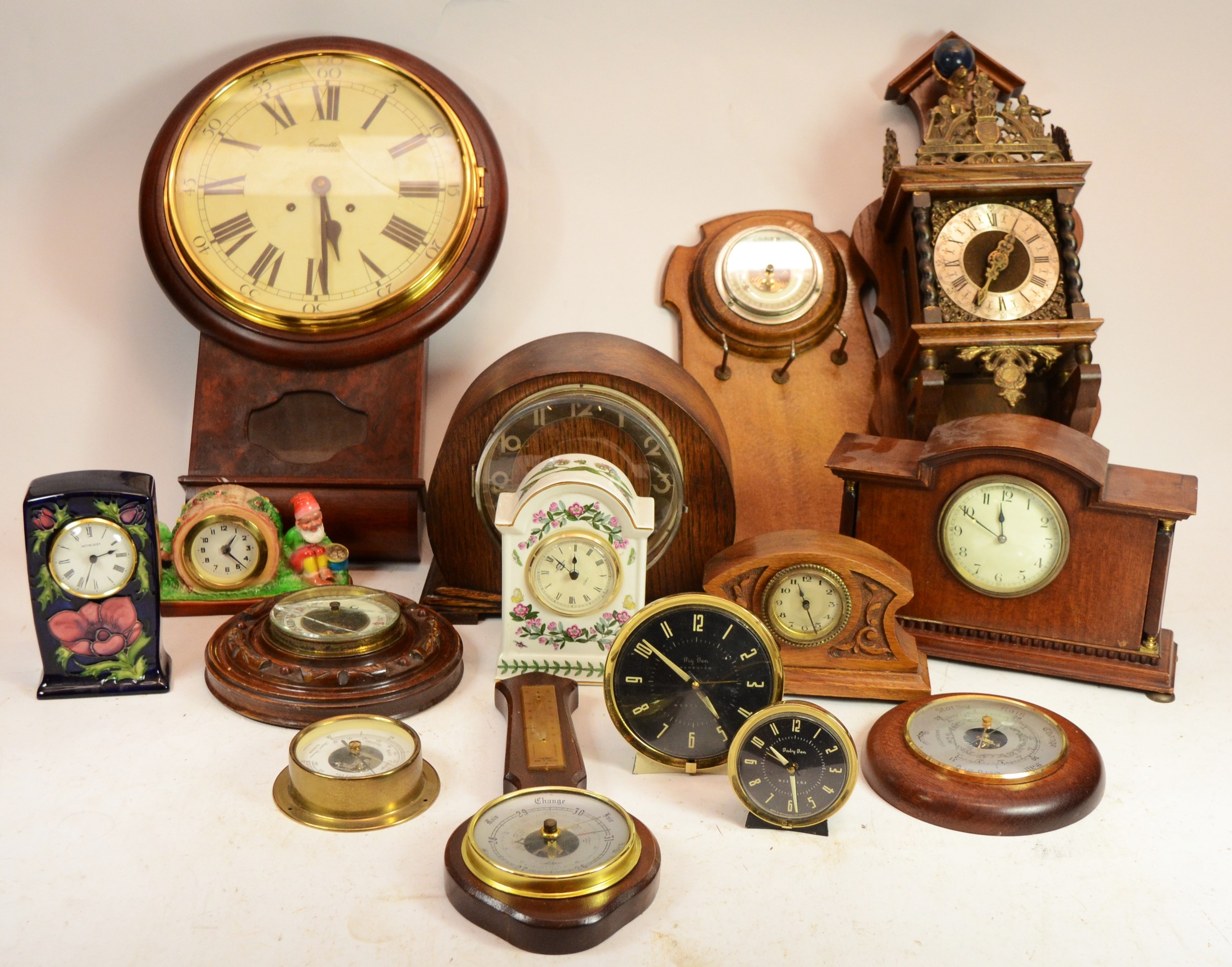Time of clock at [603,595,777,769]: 4:51
